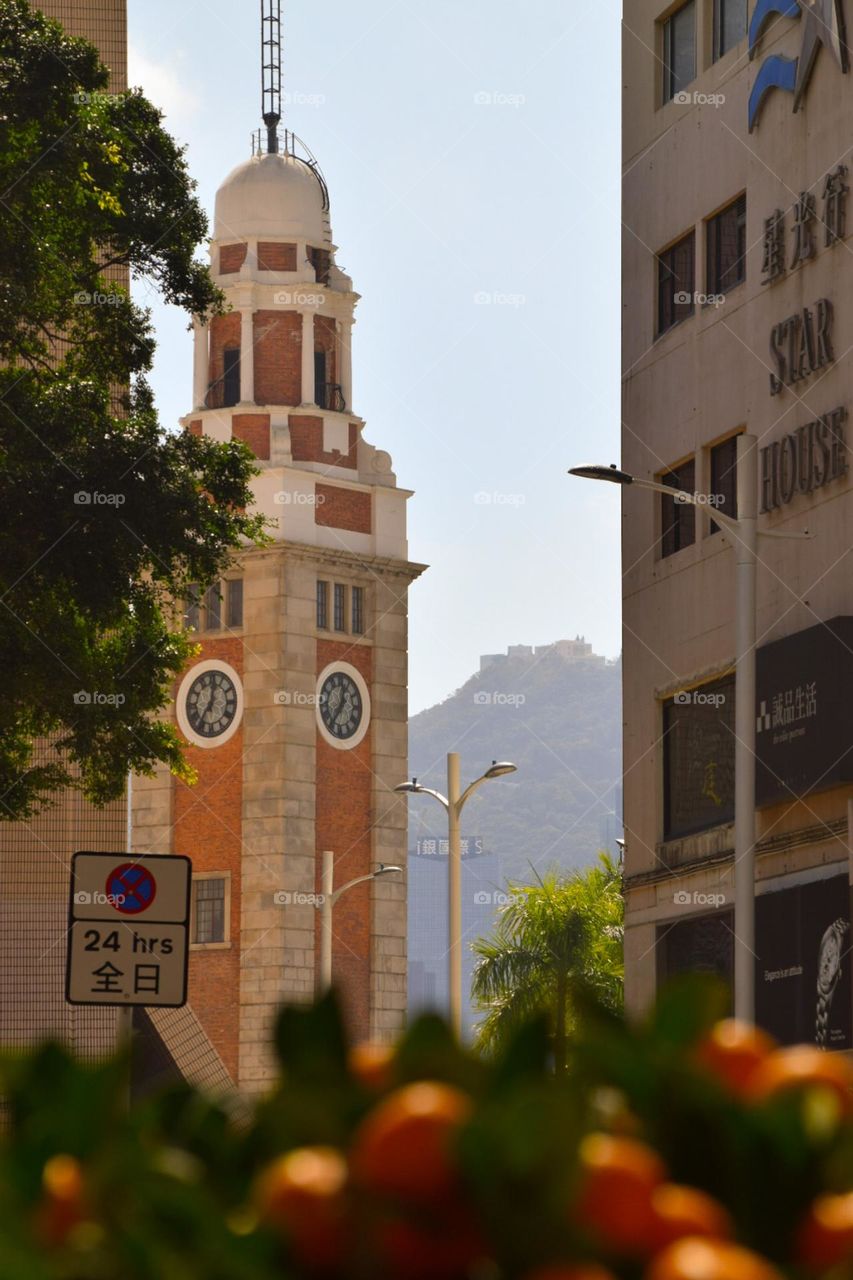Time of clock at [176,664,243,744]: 12:36
